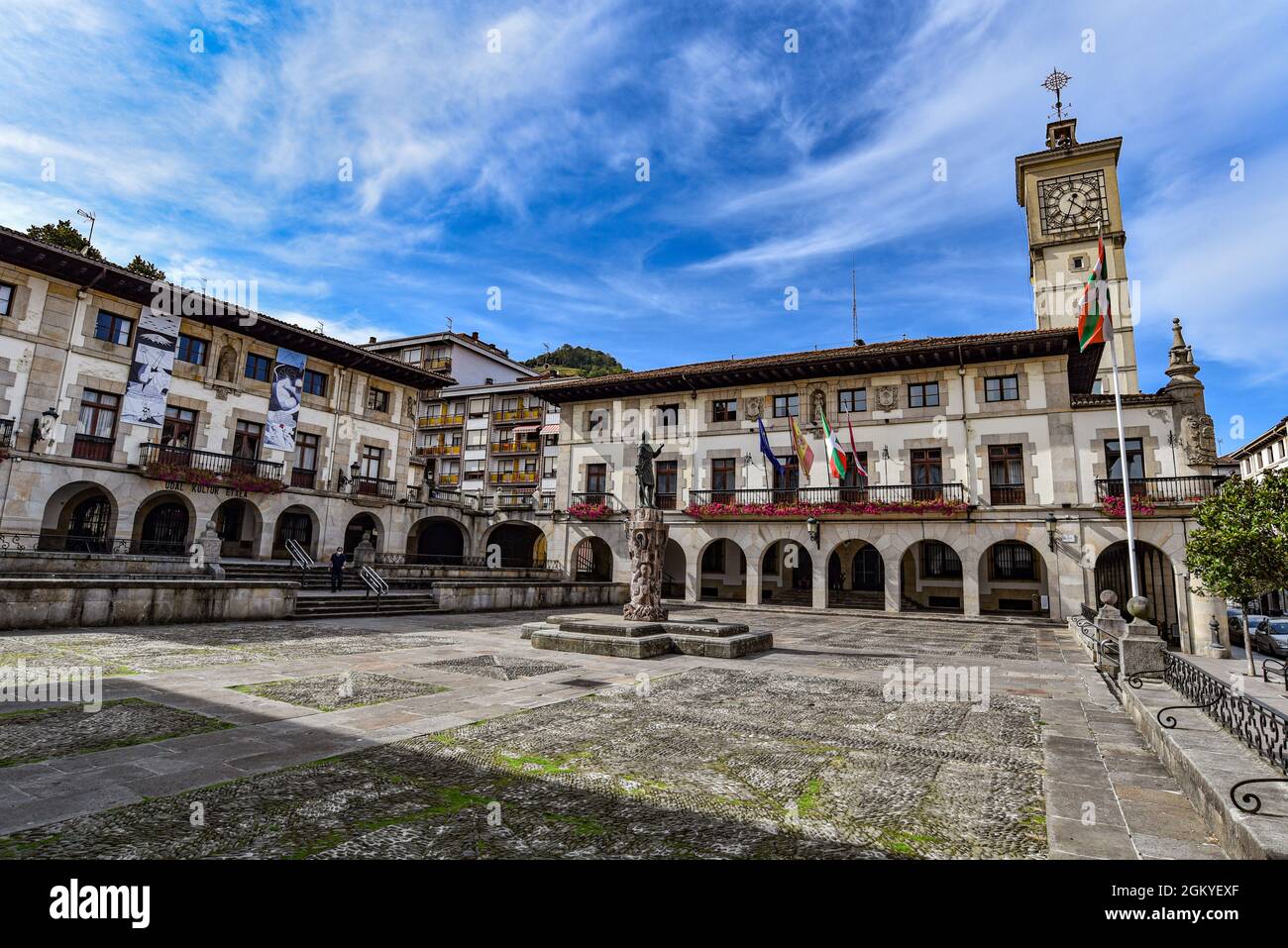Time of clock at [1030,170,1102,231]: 4:34
